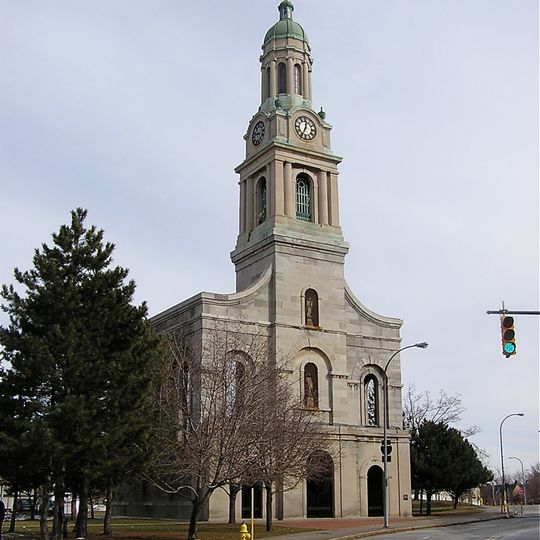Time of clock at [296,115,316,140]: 12:34
